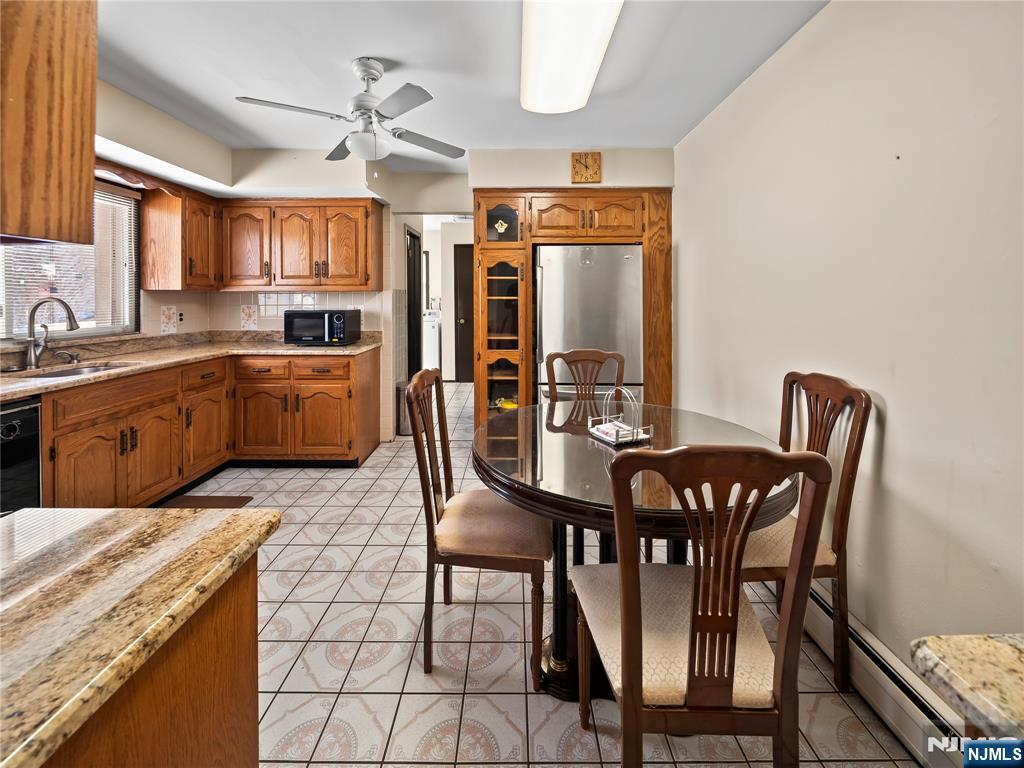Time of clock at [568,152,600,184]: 11:51
